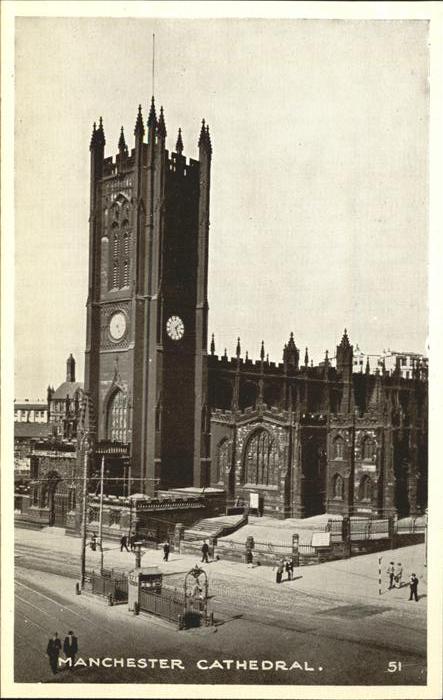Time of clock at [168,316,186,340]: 1:26
